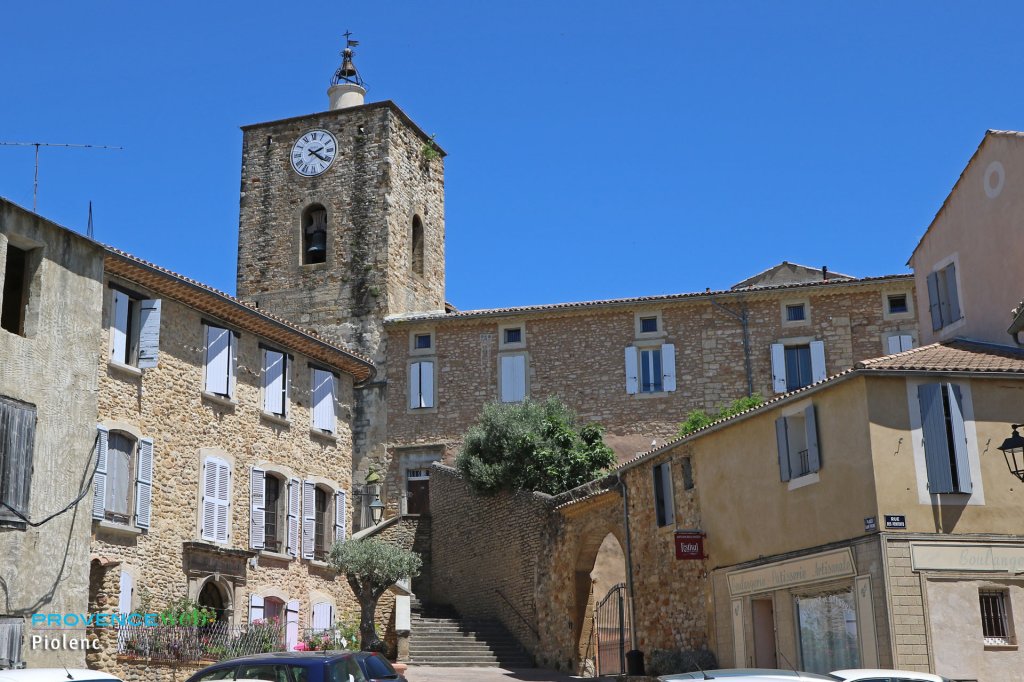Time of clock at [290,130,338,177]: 2:21
